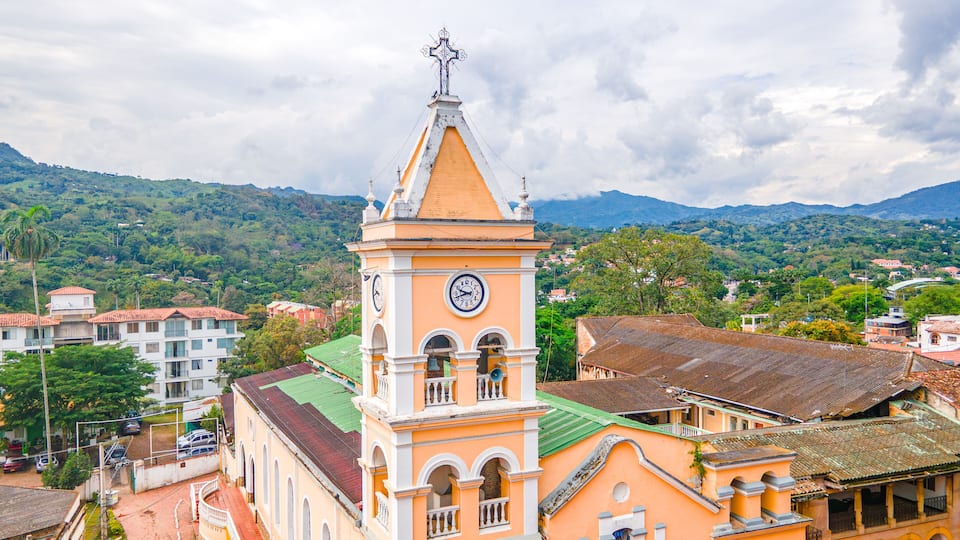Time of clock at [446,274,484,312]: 9:42
